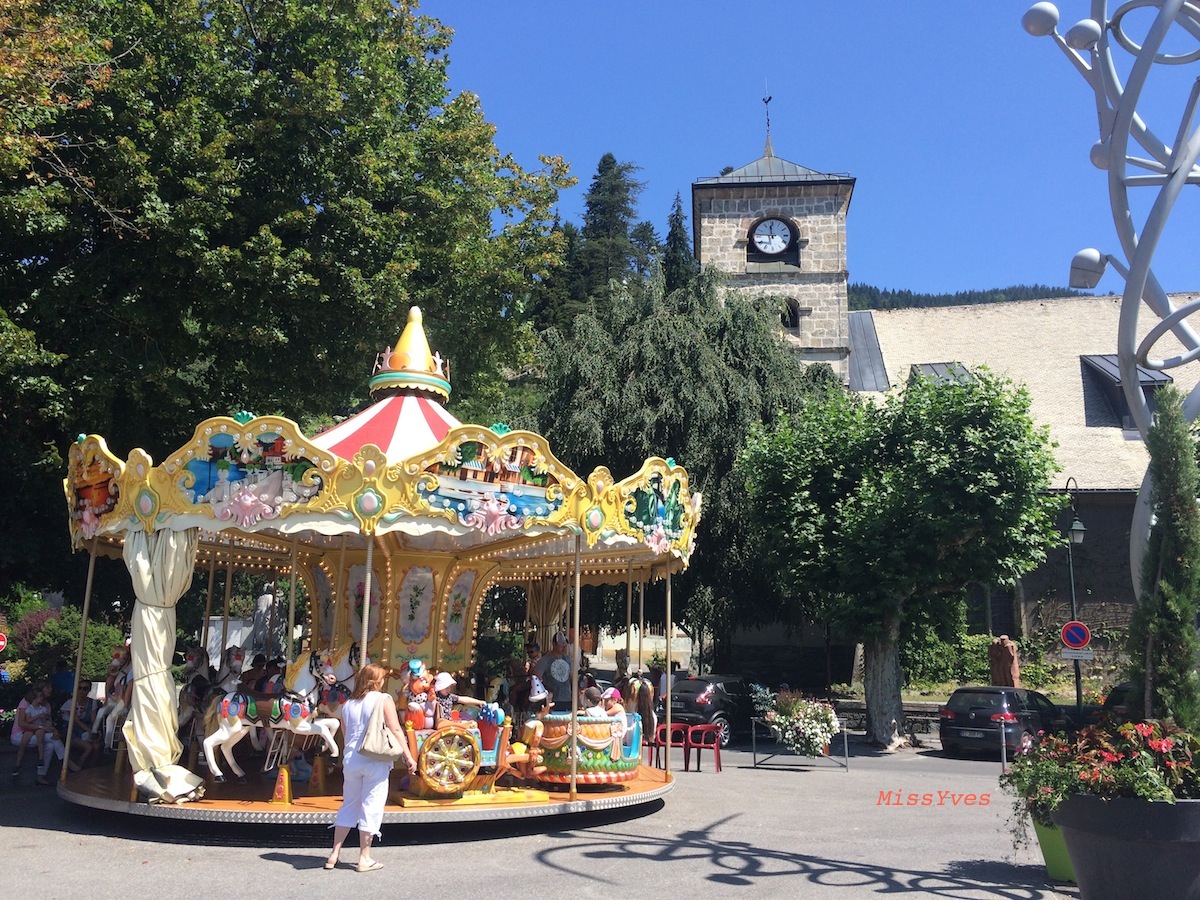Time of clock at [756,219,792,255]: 11:46
